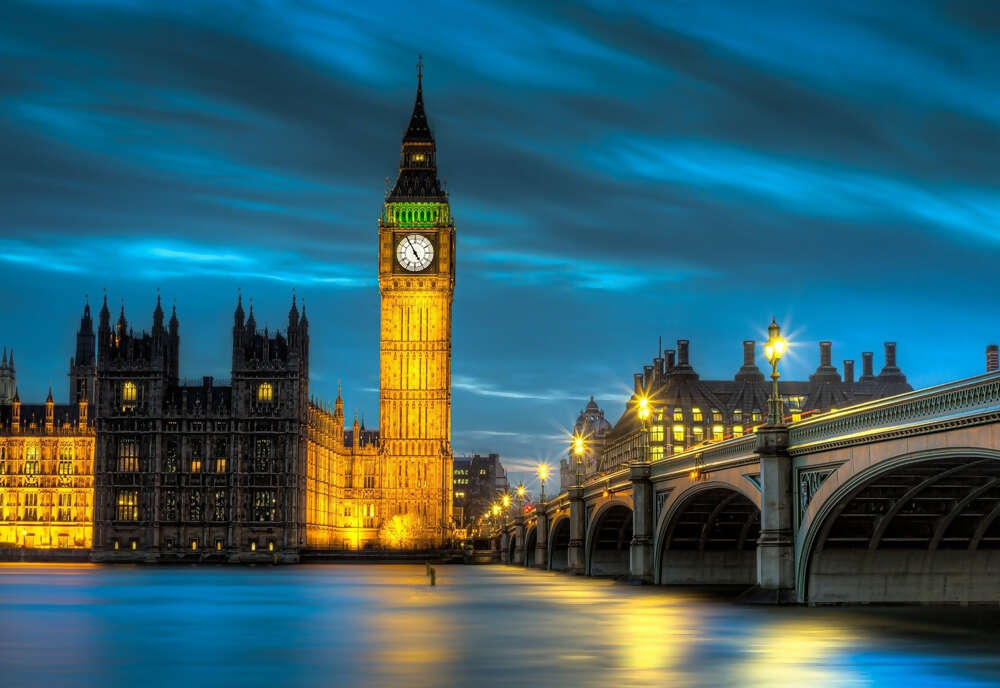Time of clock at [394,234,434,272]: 4:54
